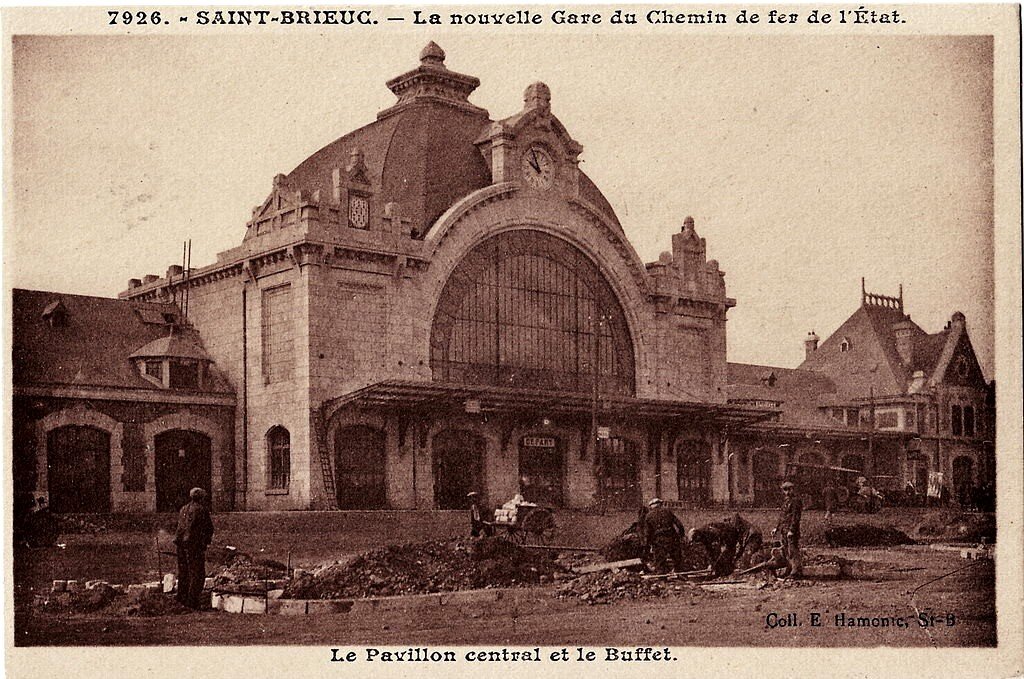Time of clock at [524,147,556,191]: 9:57
